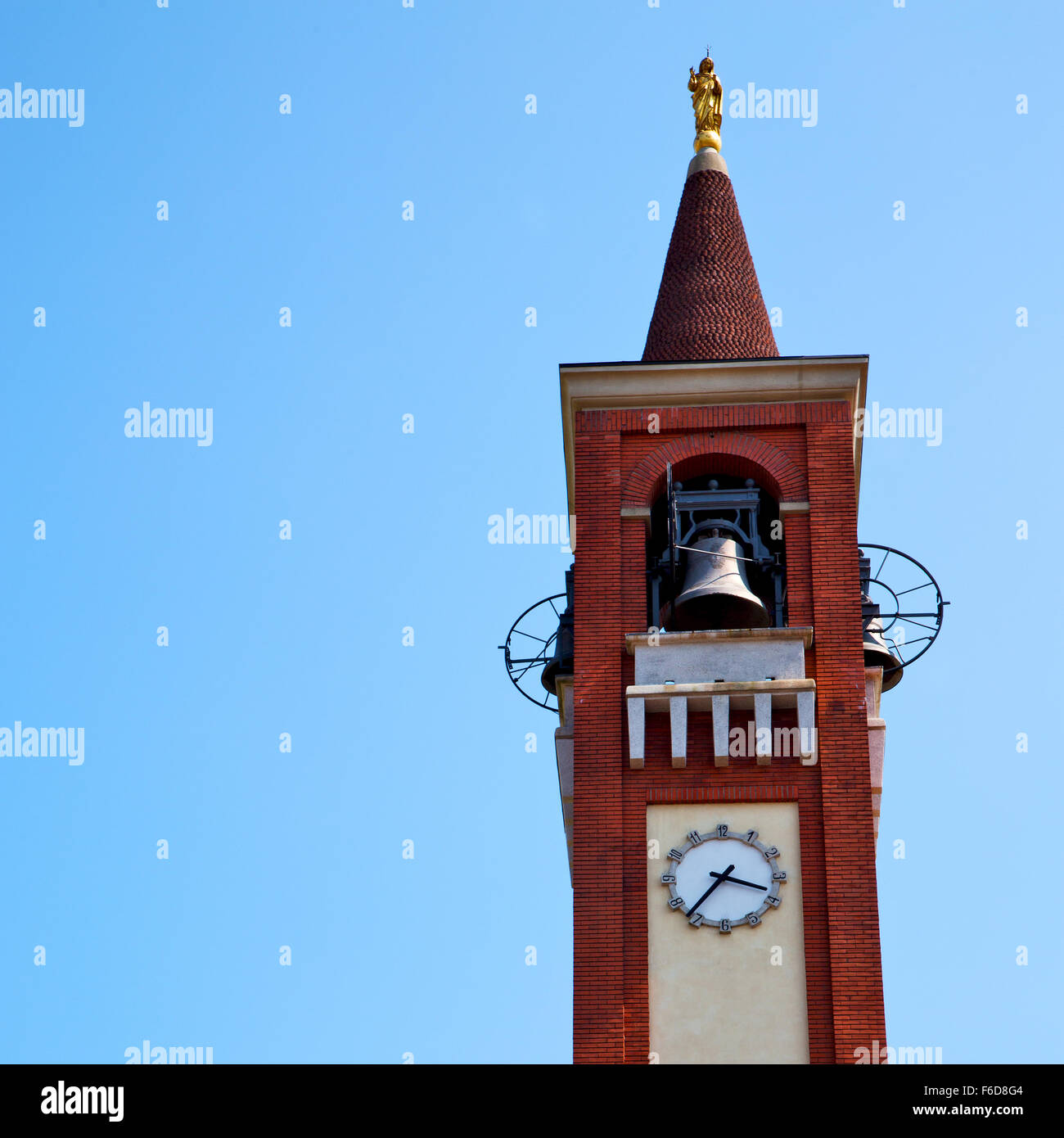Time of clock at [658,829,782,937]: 3:36
